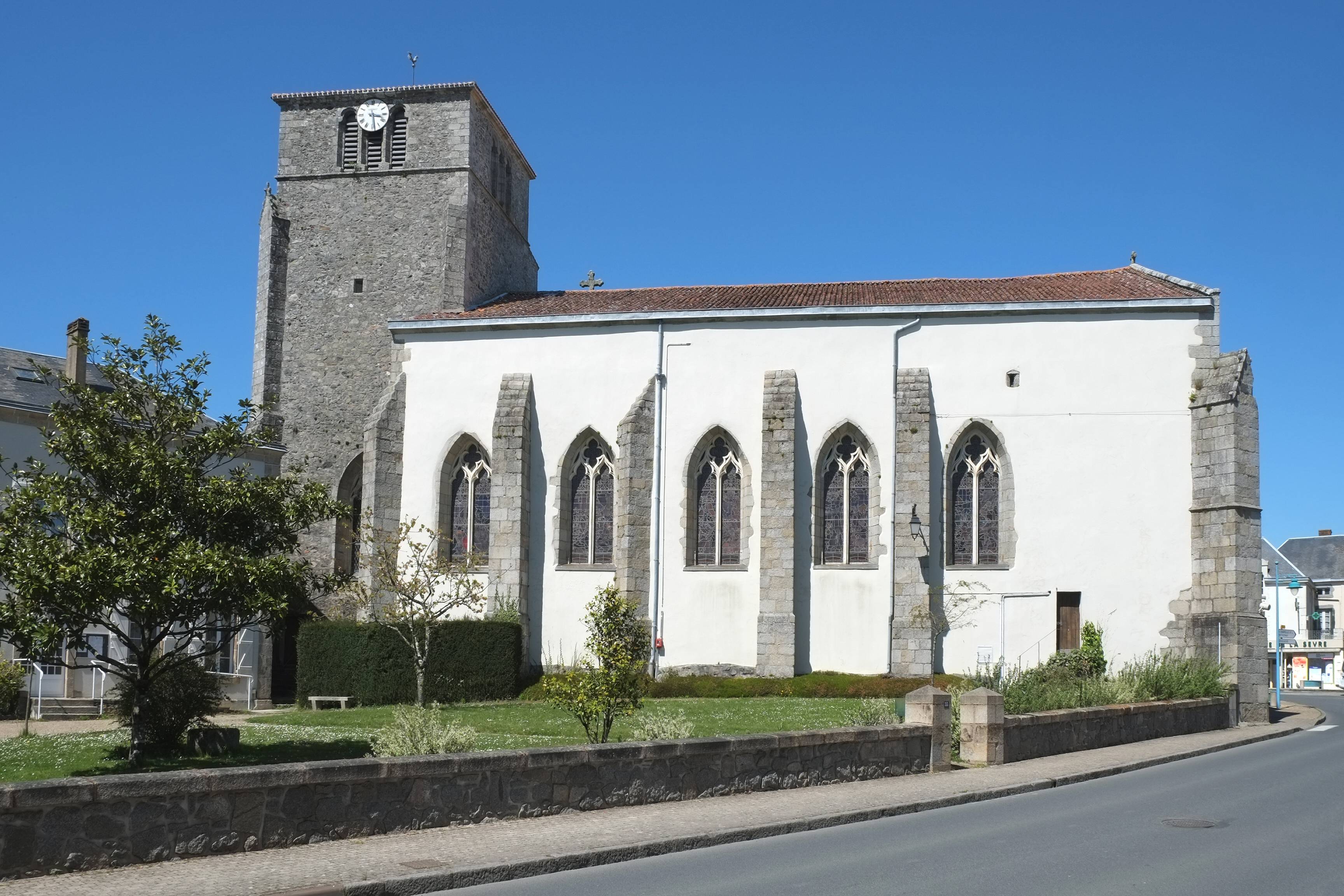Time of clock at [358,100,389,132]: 3:28
